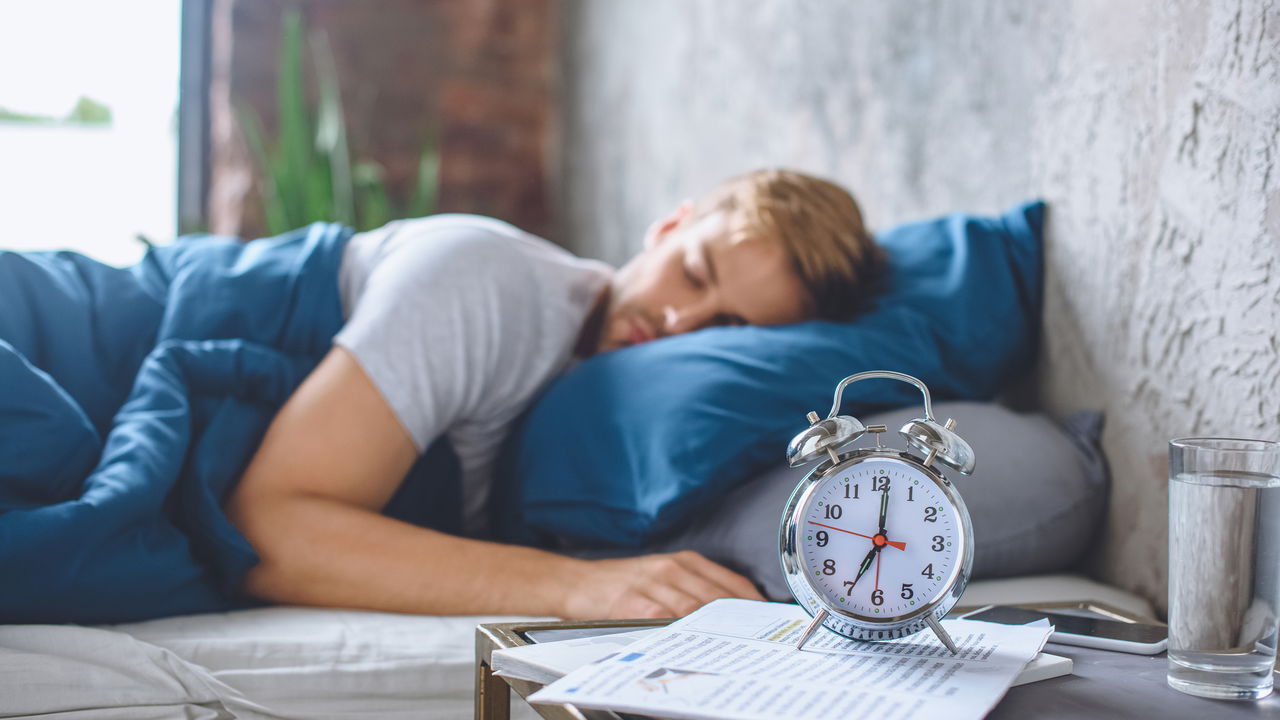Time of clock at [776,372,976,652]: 7:00
